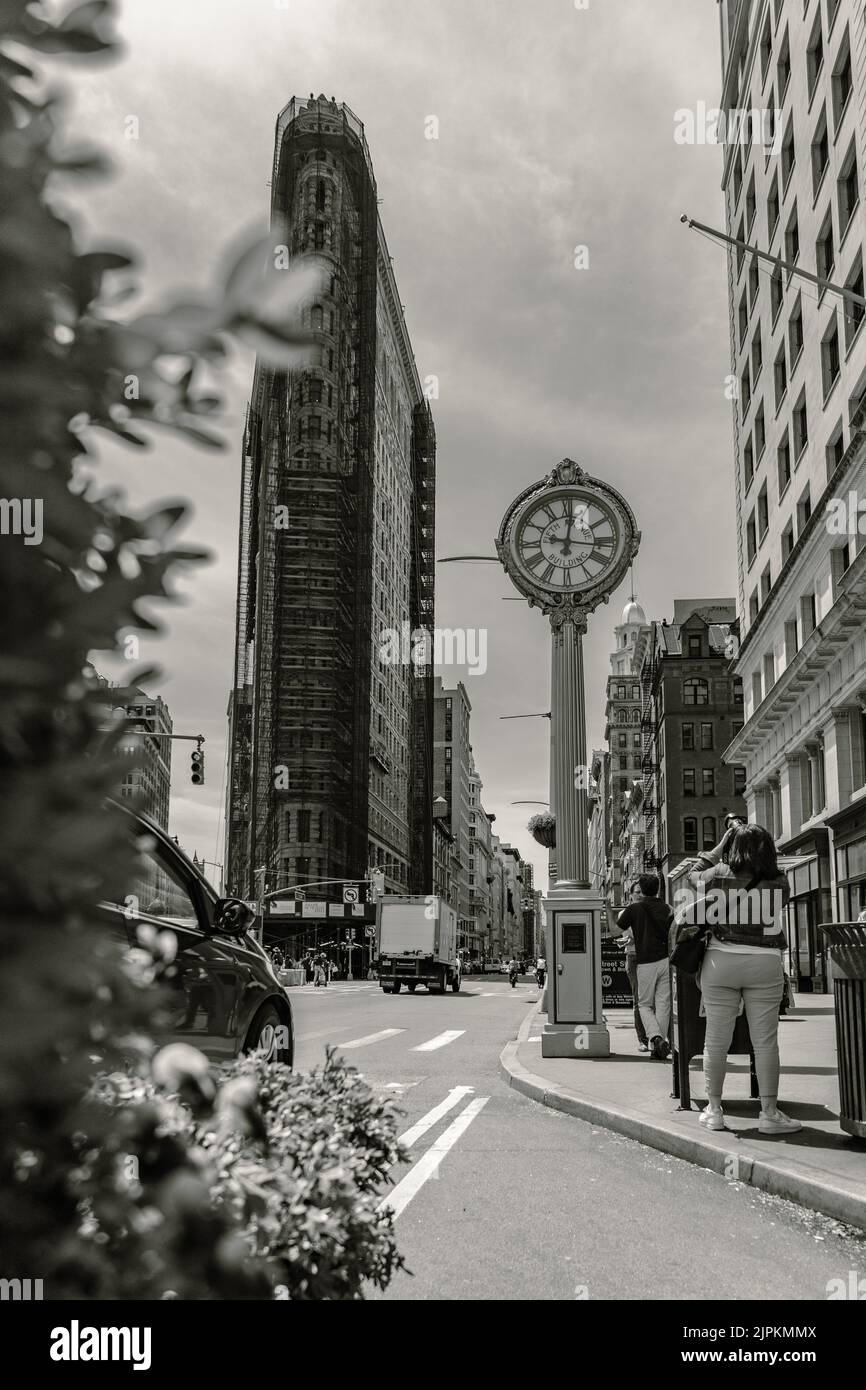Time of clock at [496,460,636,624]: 12:16
